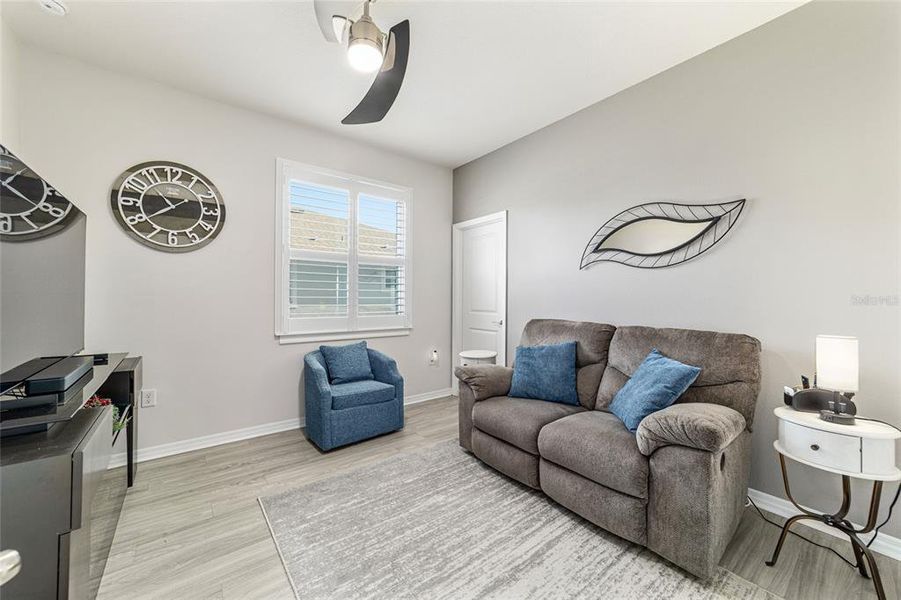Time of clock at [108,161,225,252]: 10:39
